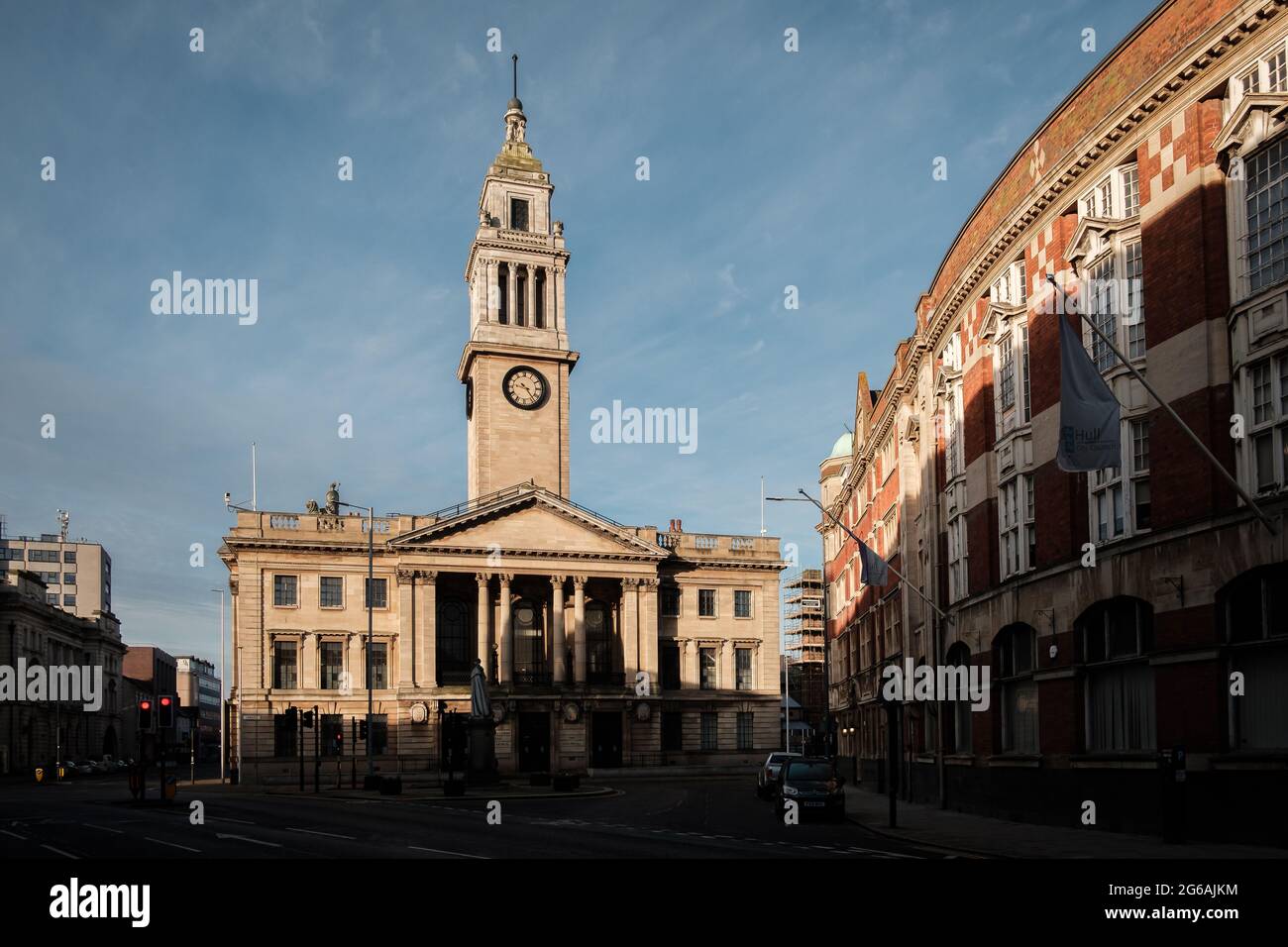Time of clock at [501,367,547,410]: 9:23
